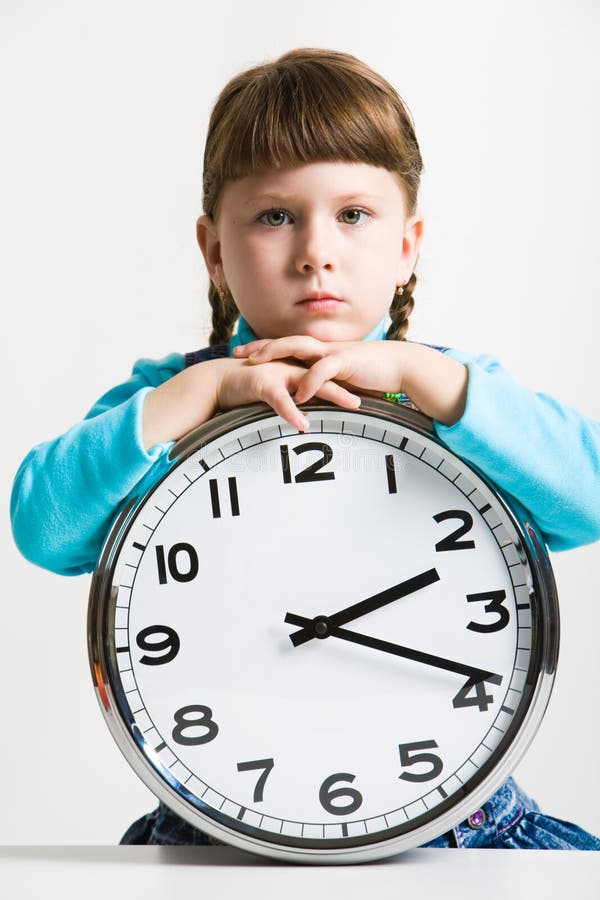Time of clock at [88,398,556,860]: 2:18
